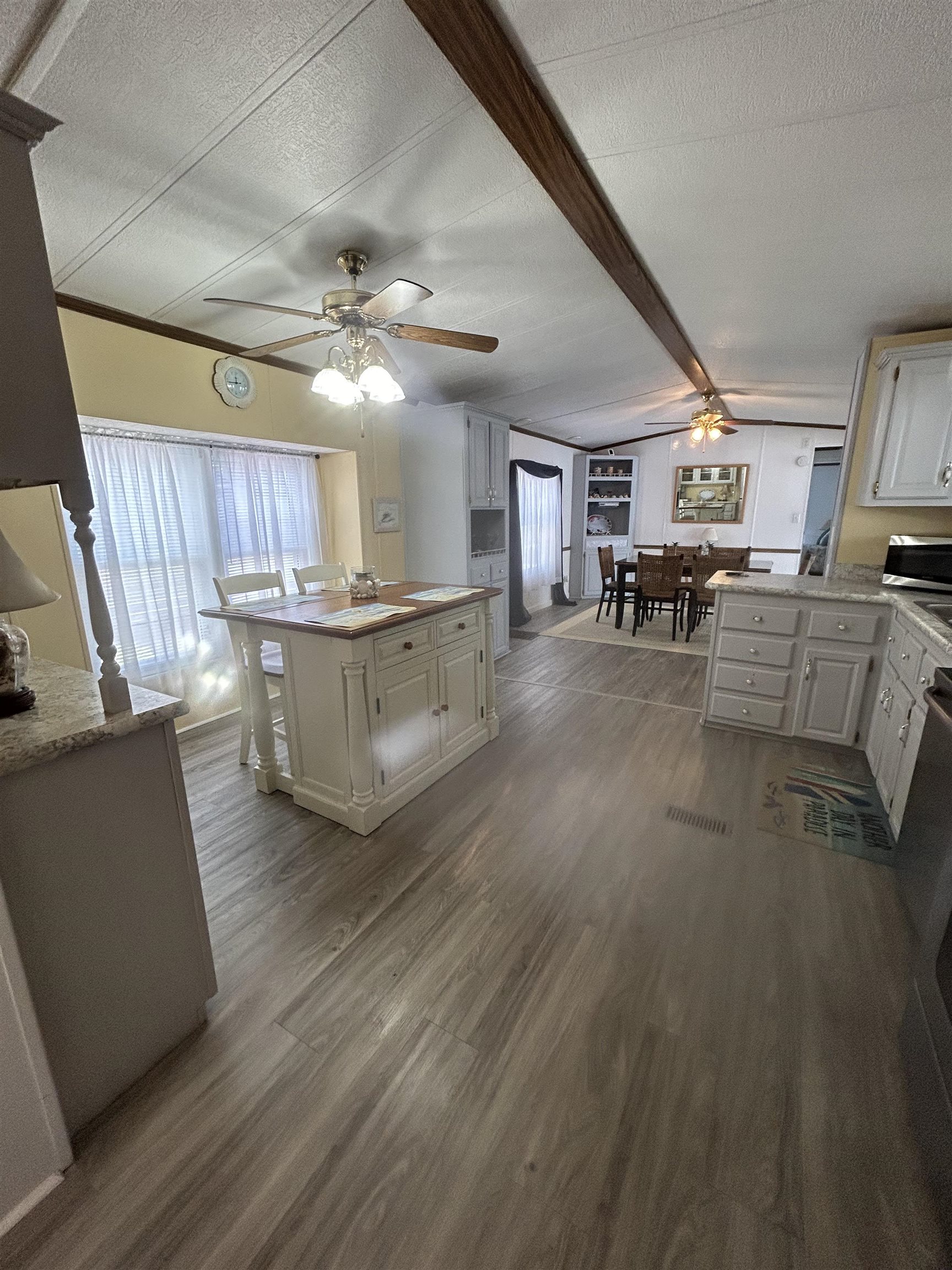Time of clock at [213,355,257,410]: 11:43
